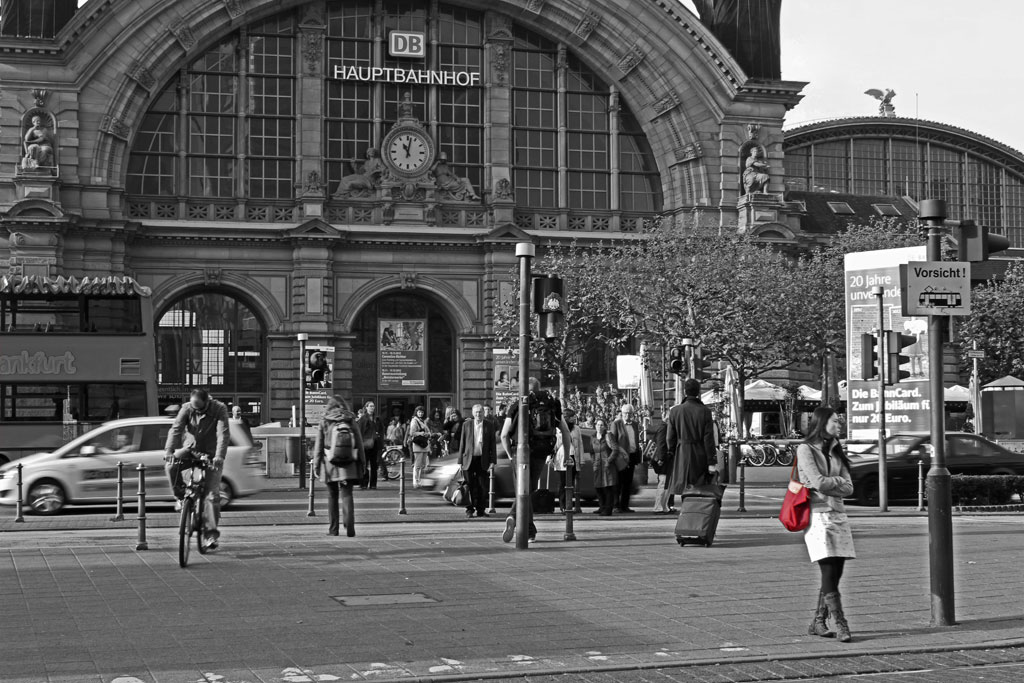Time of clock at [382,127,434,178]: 11:02
